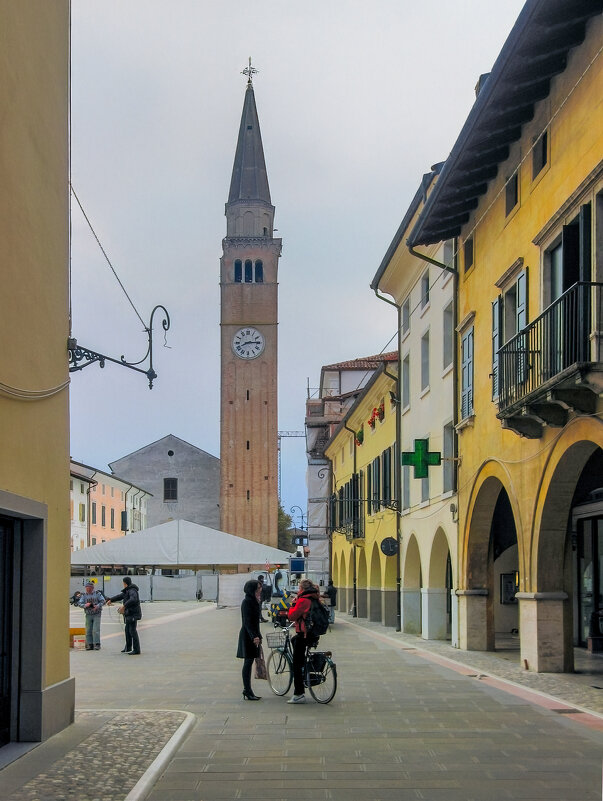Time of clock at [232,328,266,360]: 8:14
